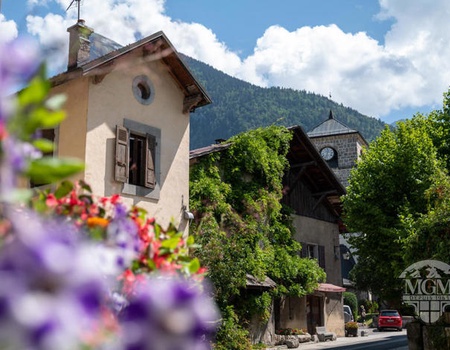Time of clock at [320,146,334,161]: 12:32
